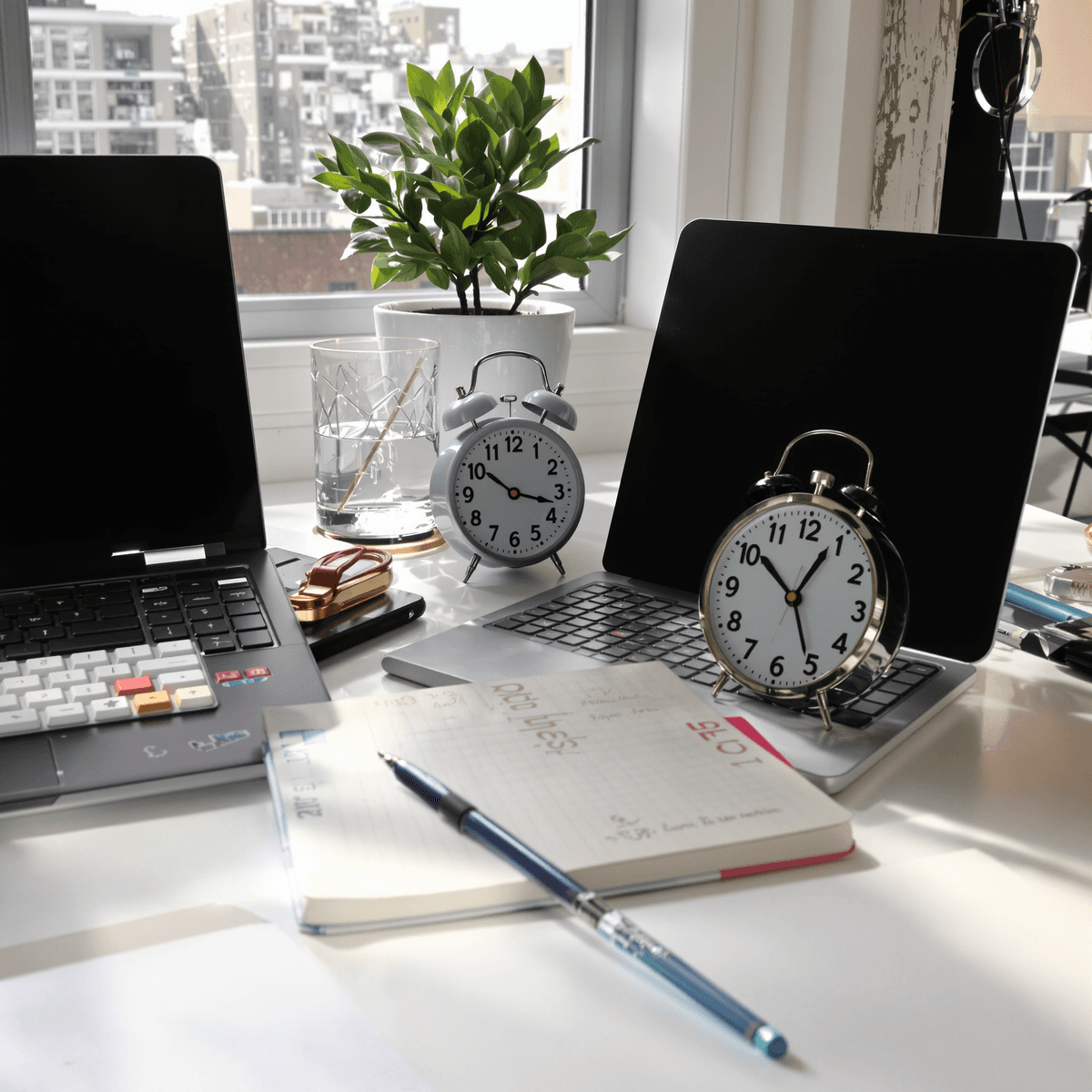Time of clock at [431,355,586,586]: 10:17
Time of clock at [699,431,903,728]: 12:51
